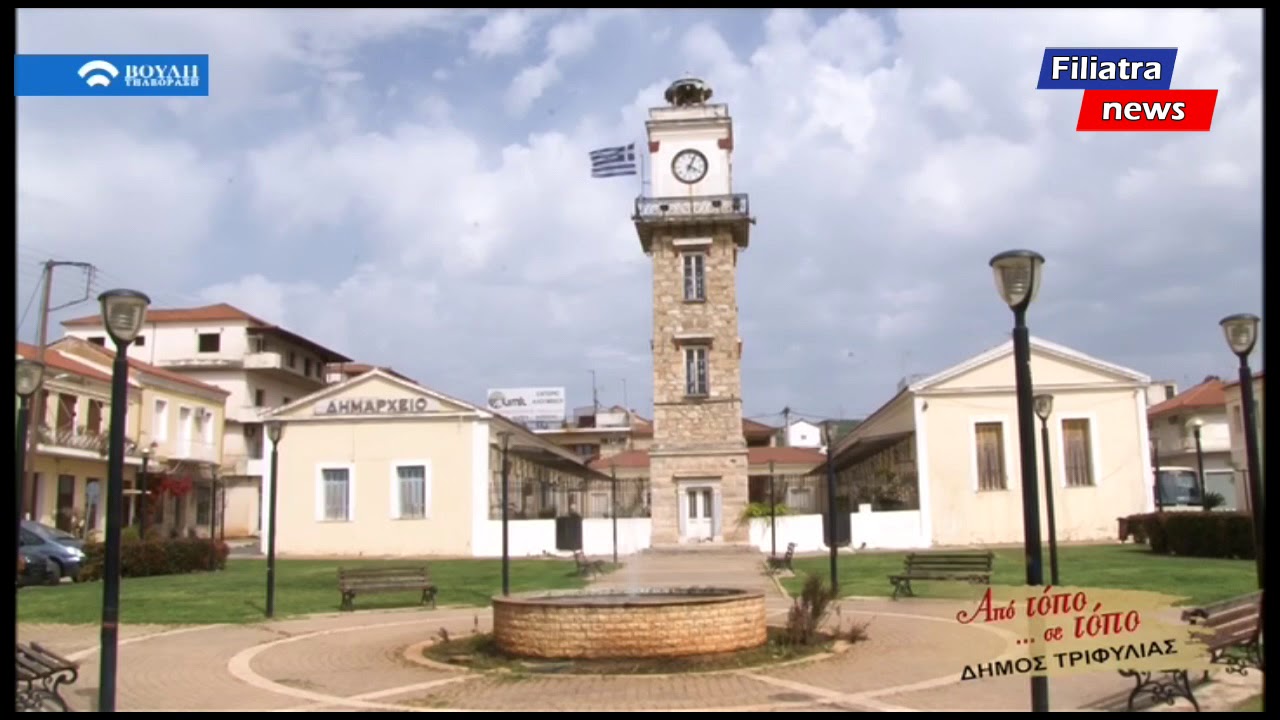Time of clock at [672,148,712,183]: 4:04
